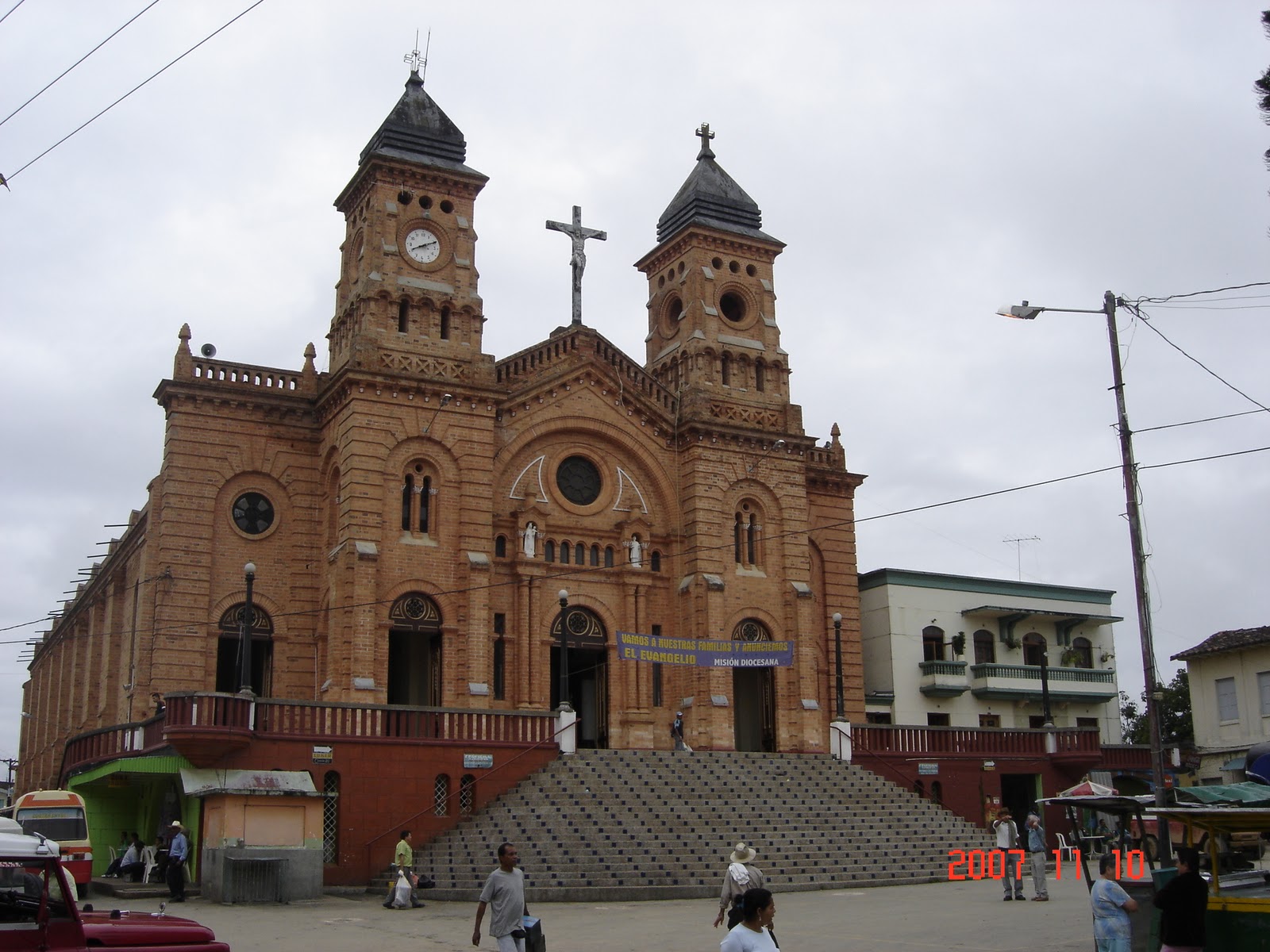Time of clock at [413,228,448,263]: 8:10
